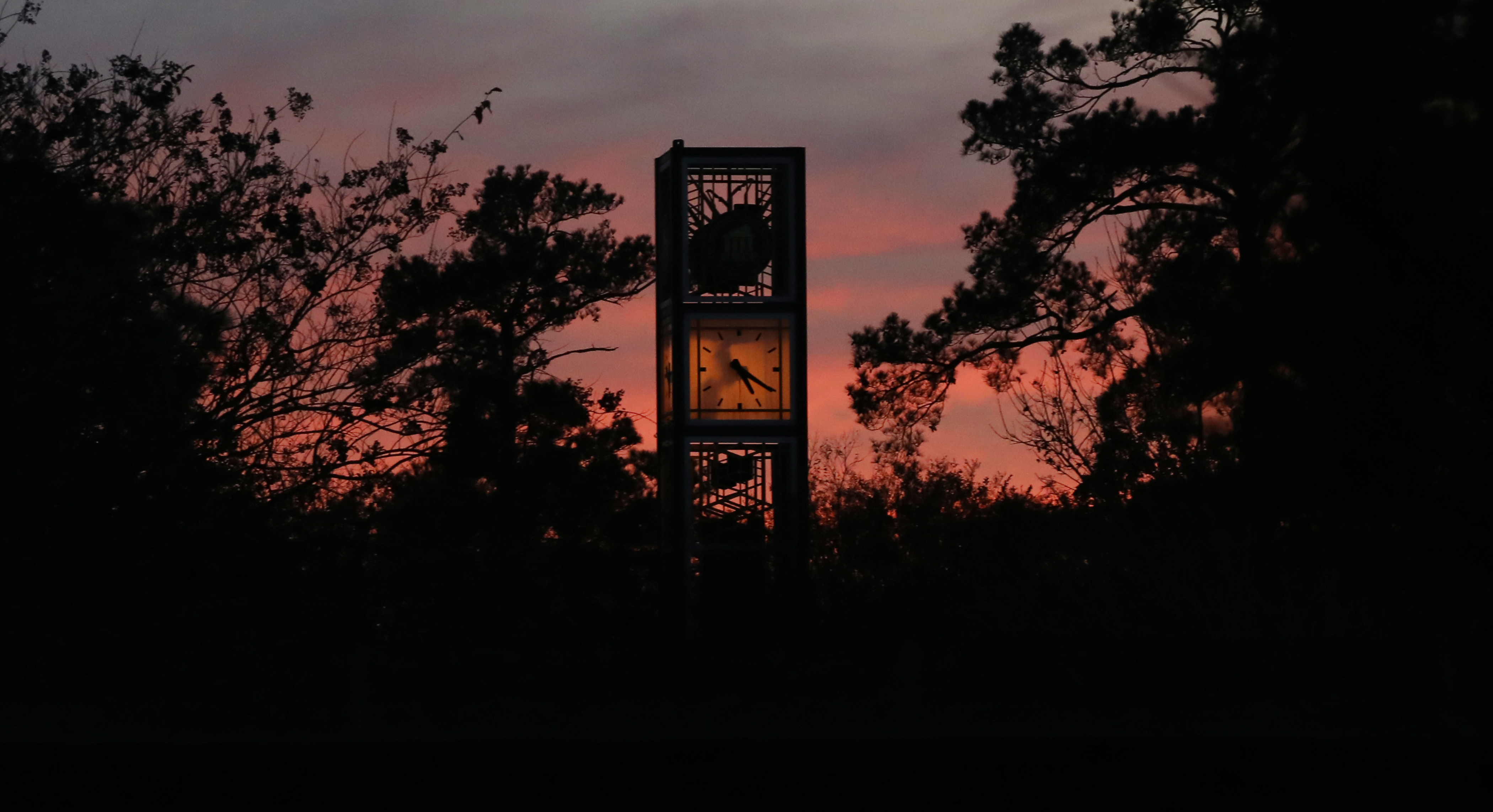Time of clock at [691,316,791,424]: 5:20
